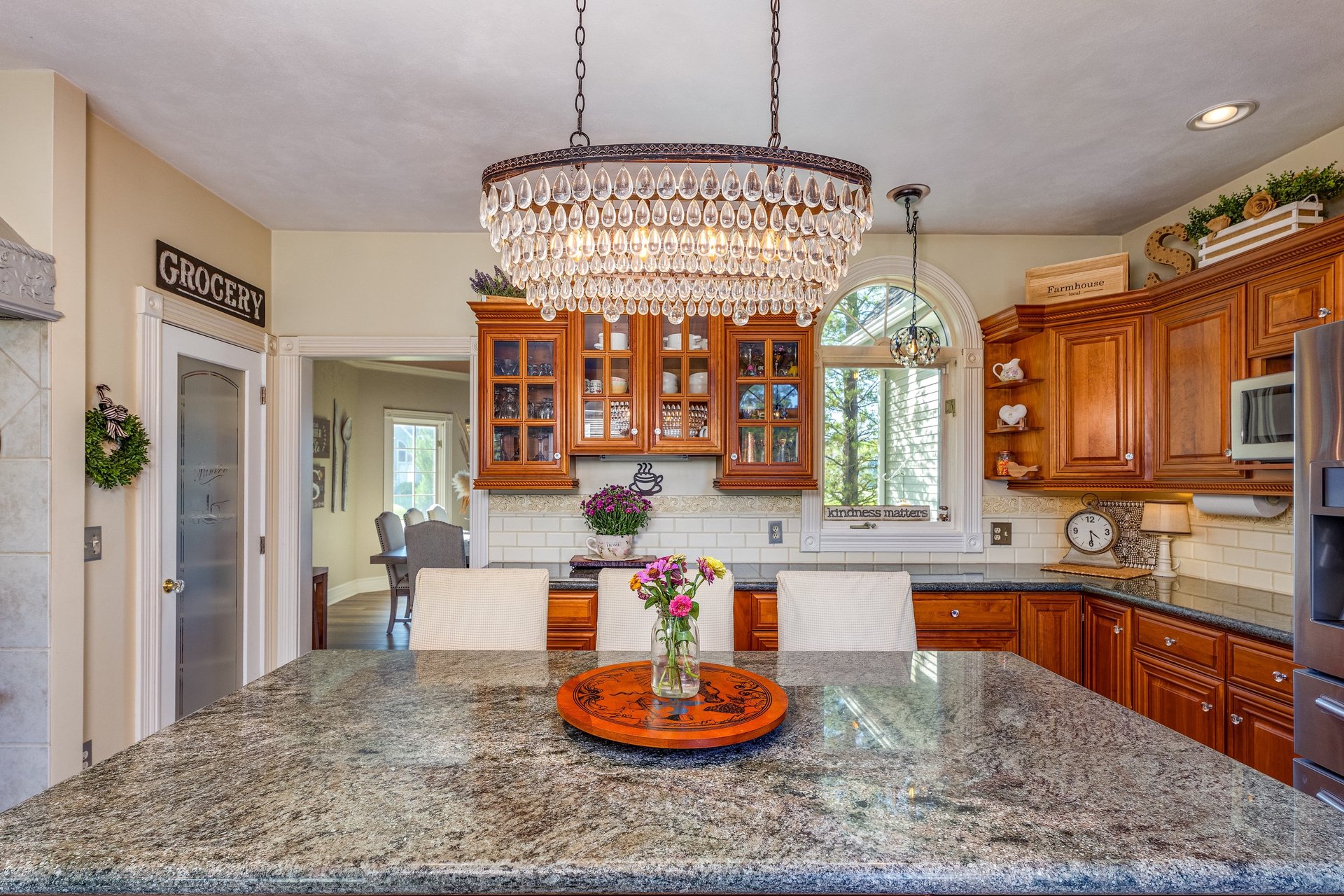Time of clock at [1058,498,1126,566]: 4:29
